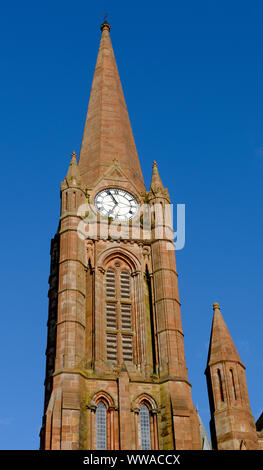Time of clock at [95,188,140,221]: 6:55
